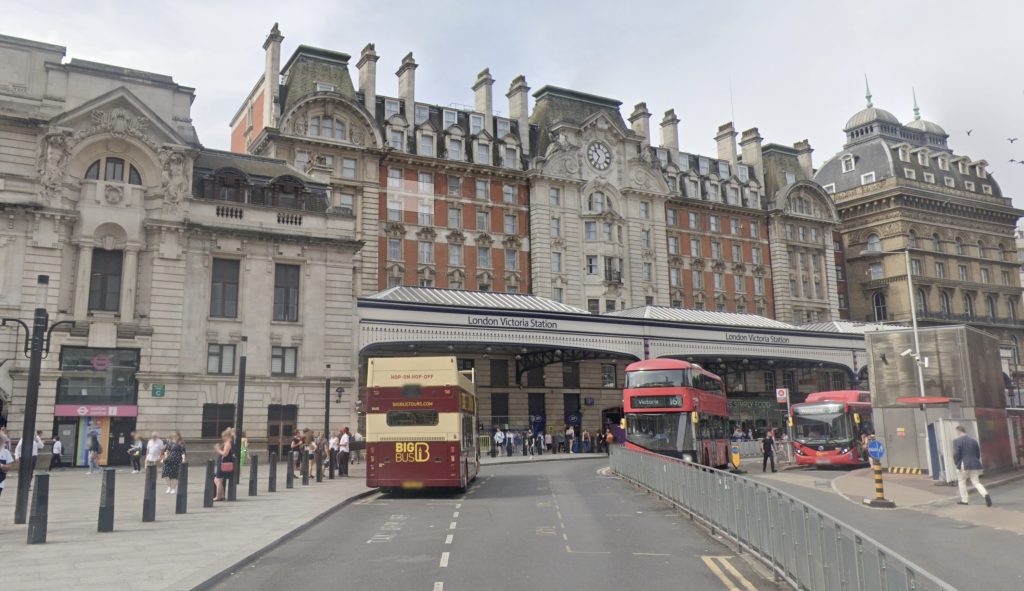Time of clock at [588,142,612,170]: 10:34
